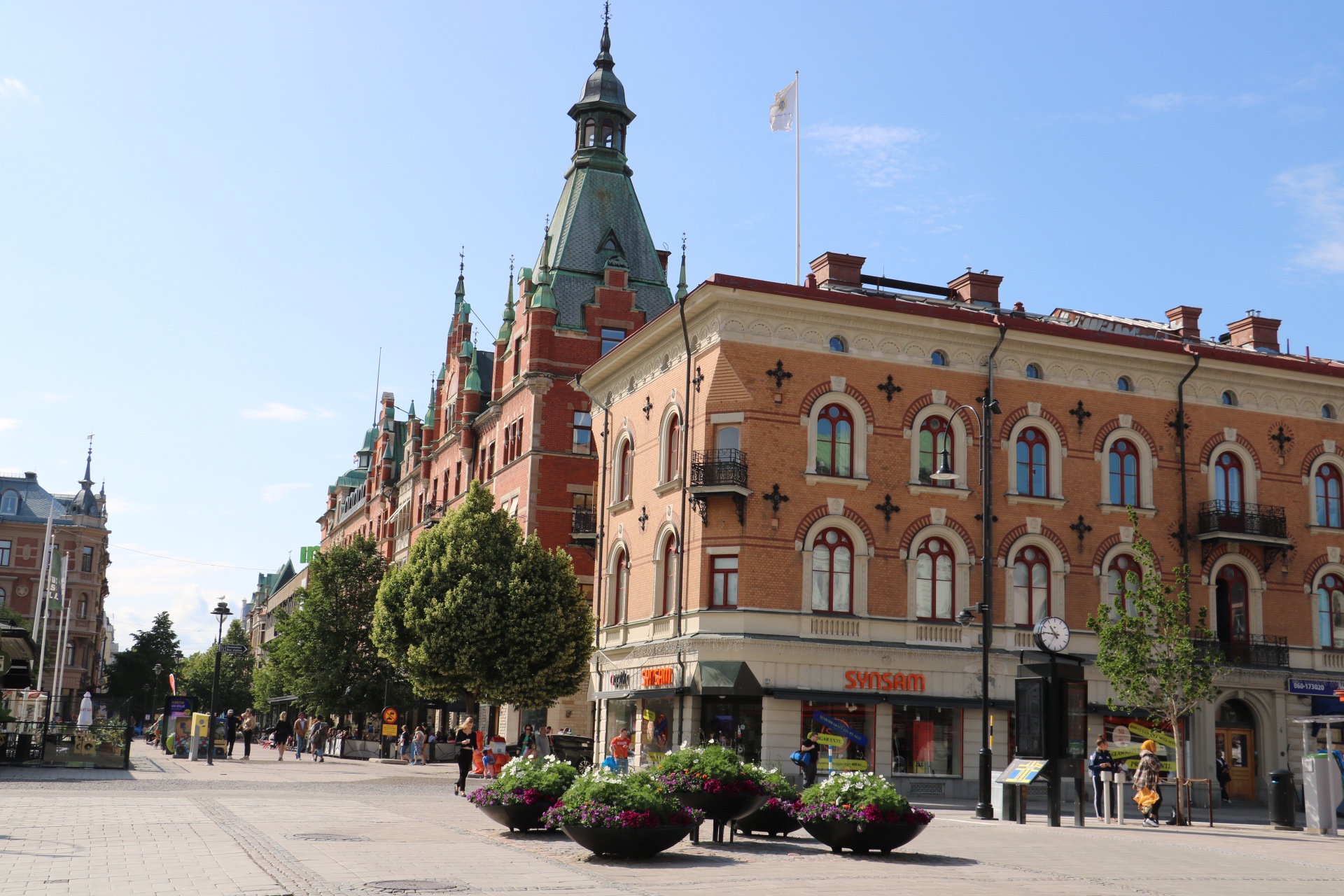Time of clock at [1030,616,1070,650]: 10:45
